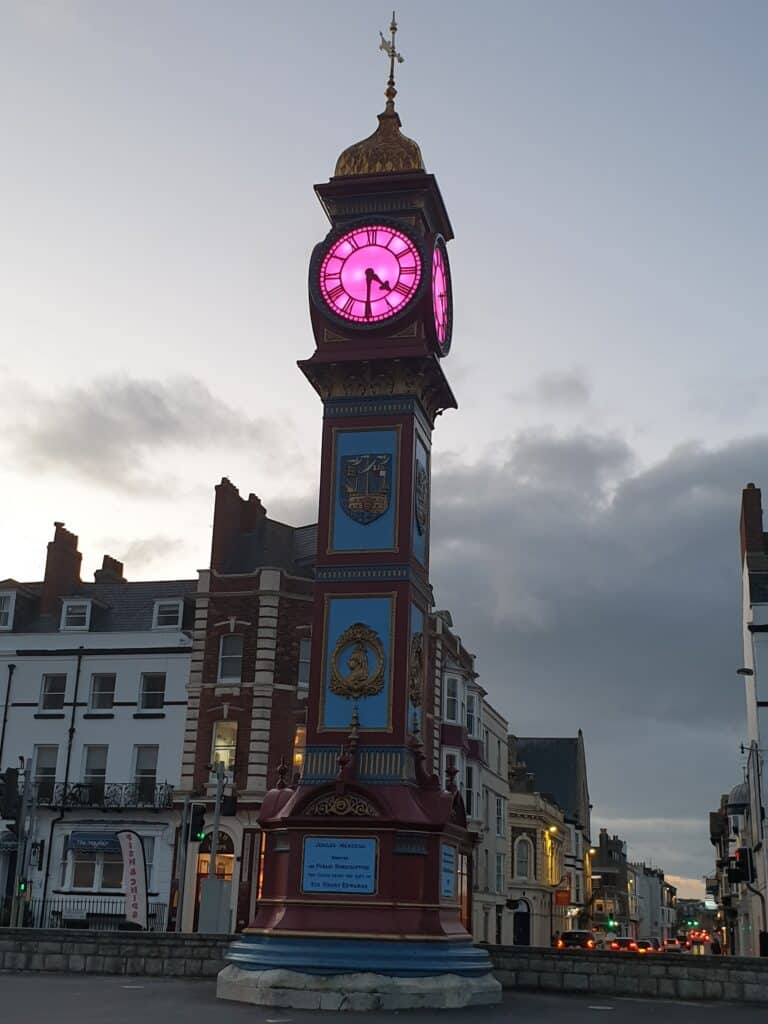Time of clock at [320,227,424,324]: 4:30
